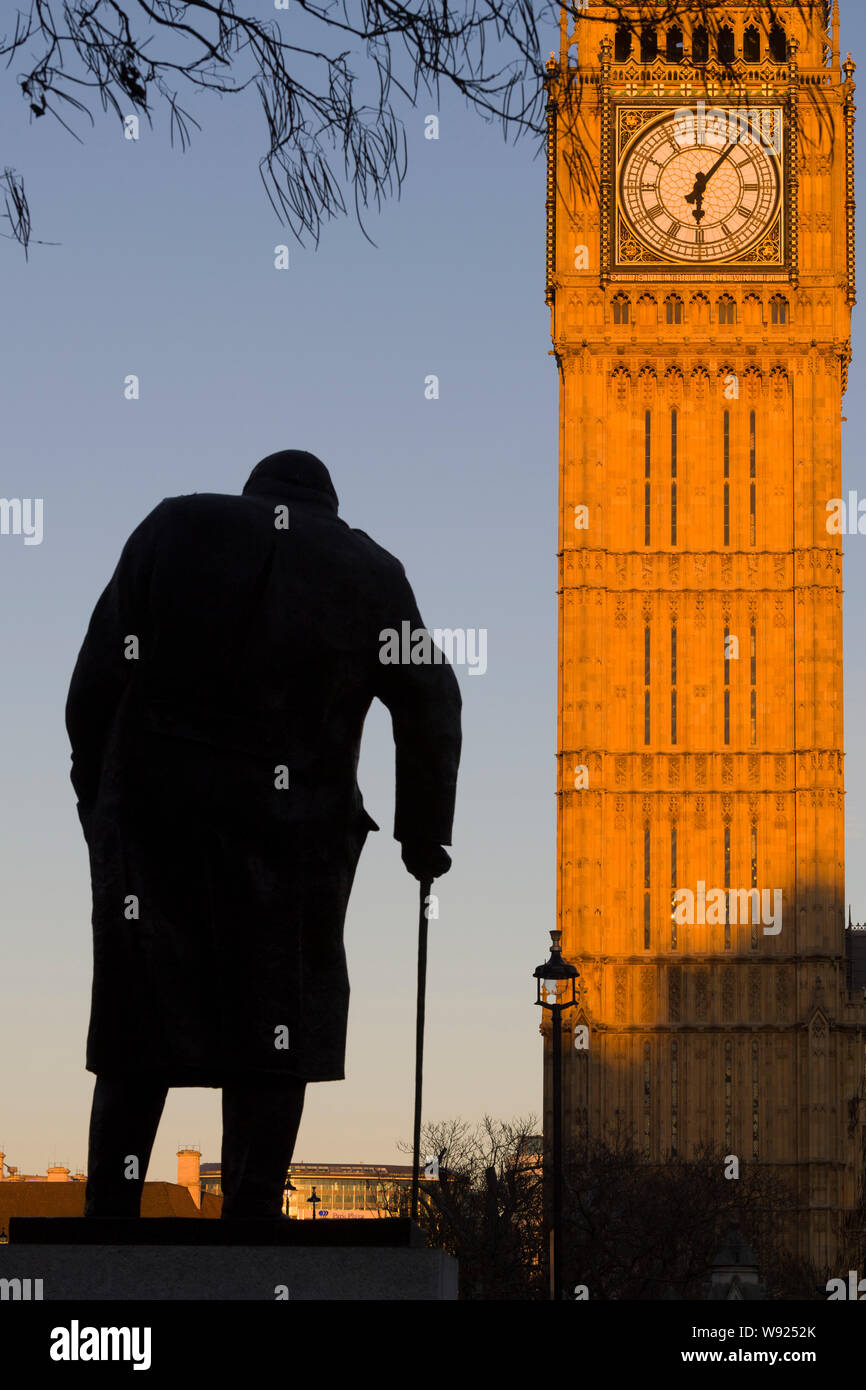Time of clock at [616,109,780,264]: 6:06
